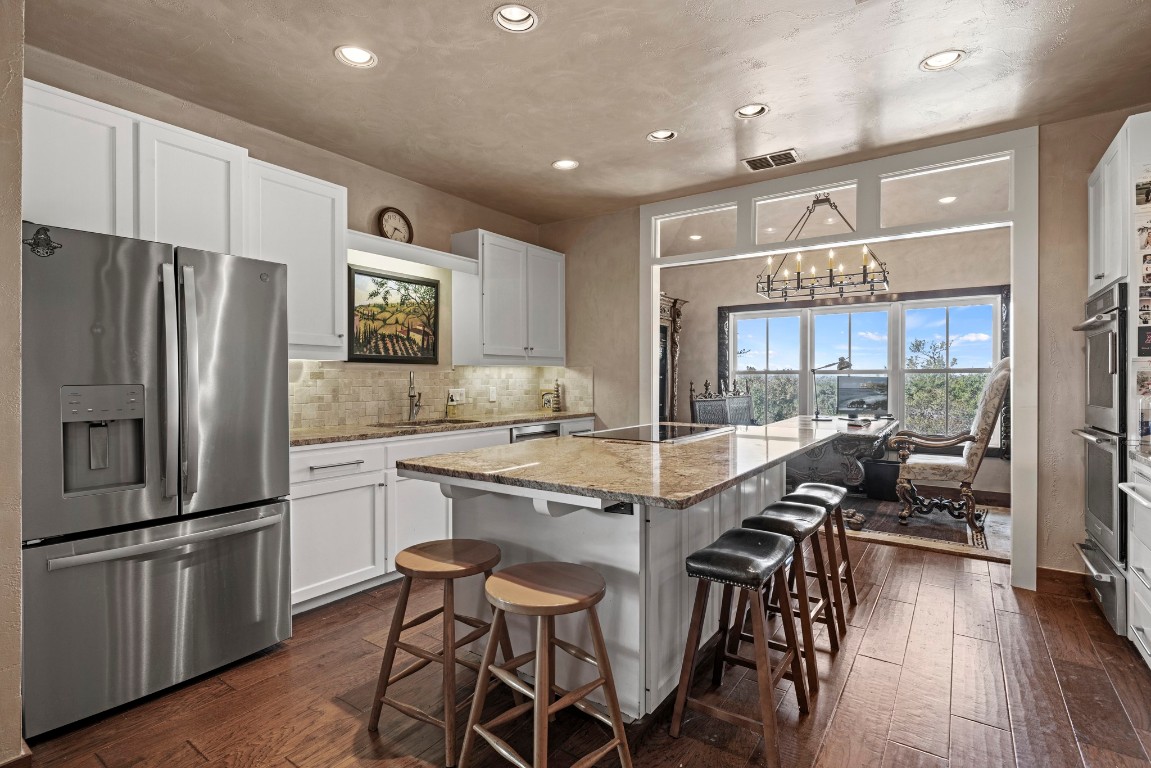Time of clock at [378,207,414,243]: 3:34
